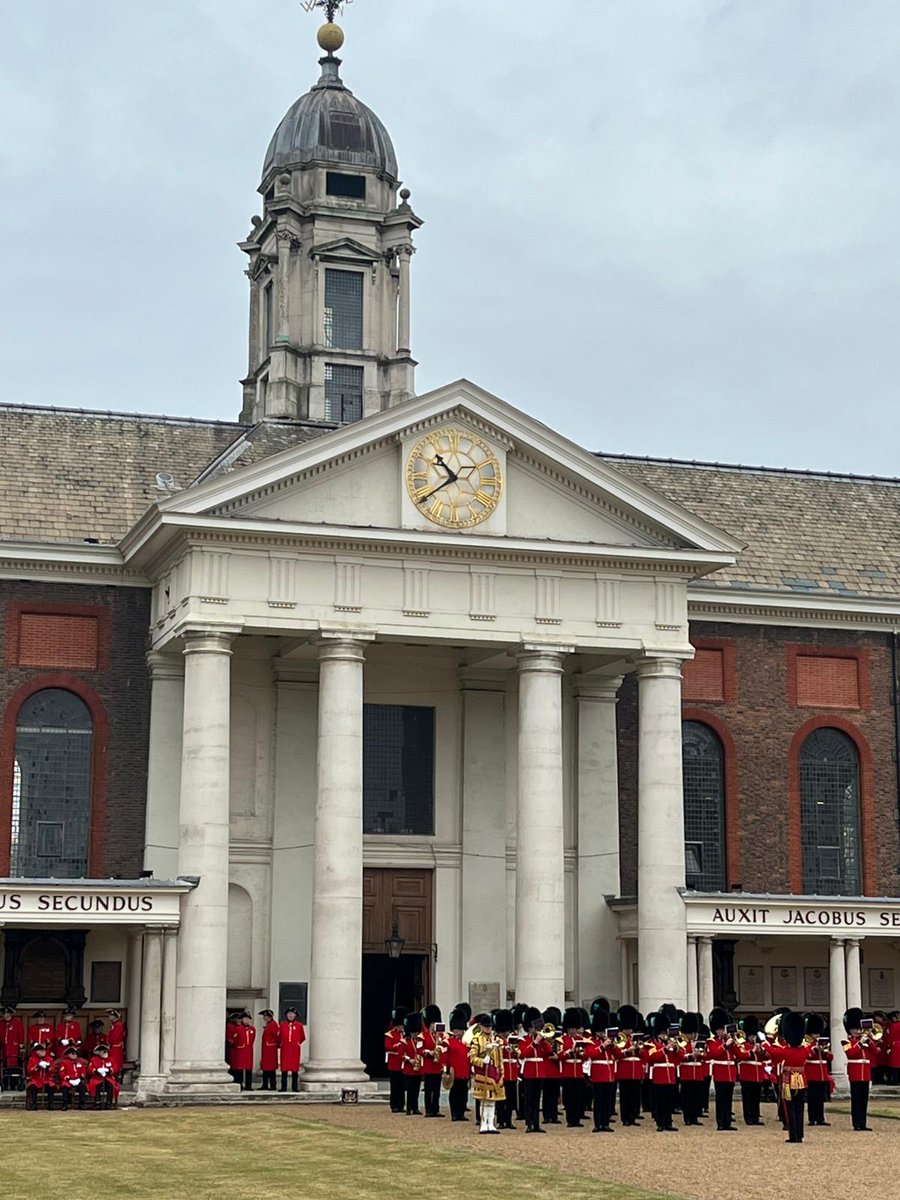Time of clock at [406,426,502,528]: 10:39
